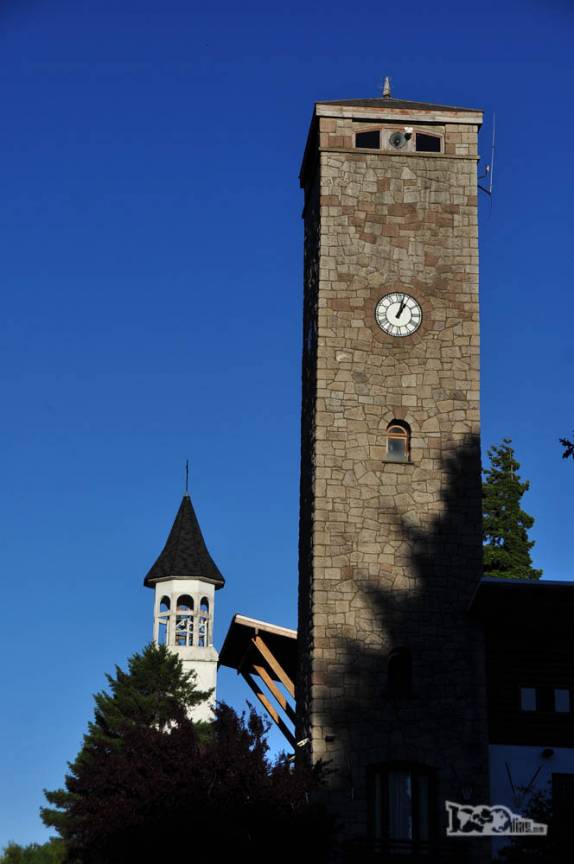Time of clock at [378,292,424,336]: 1:02
